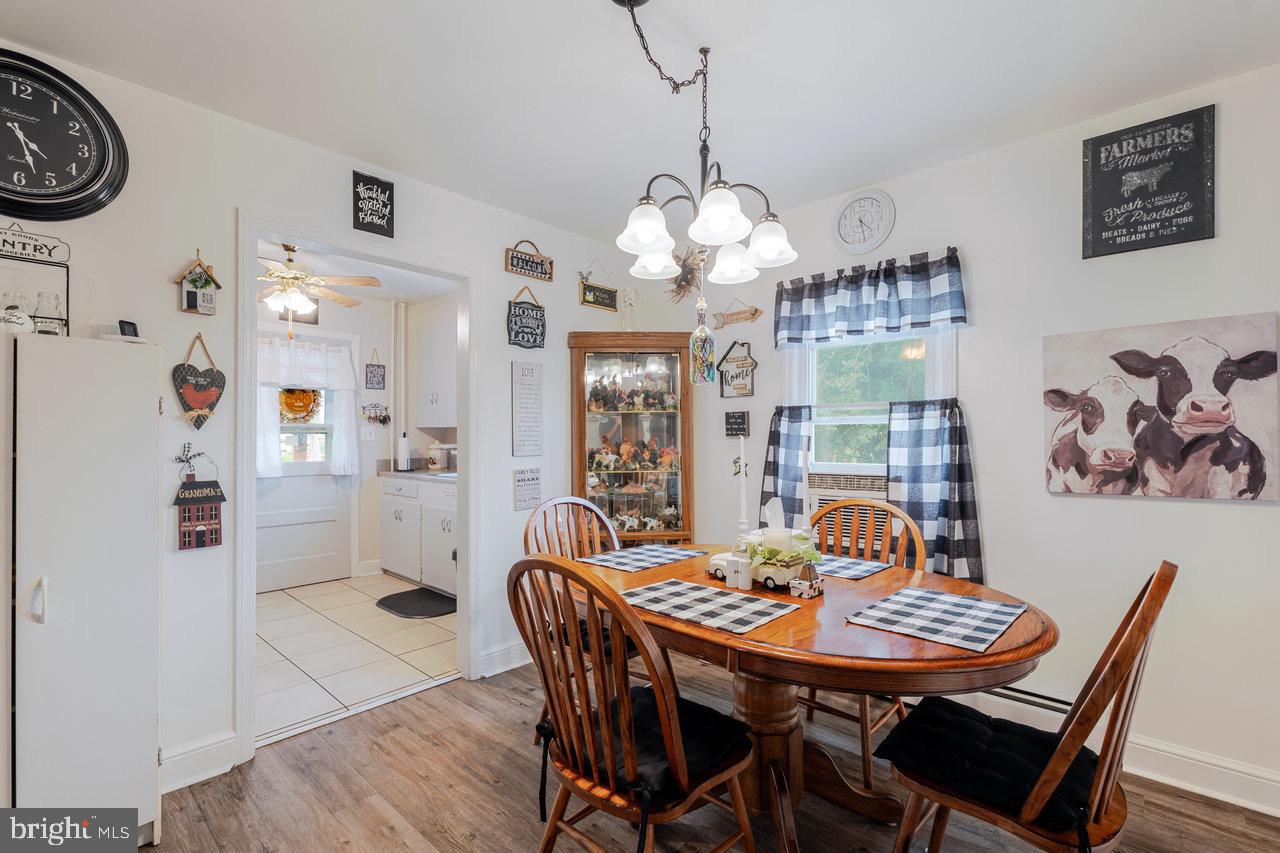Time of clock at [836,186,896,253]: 4:27
